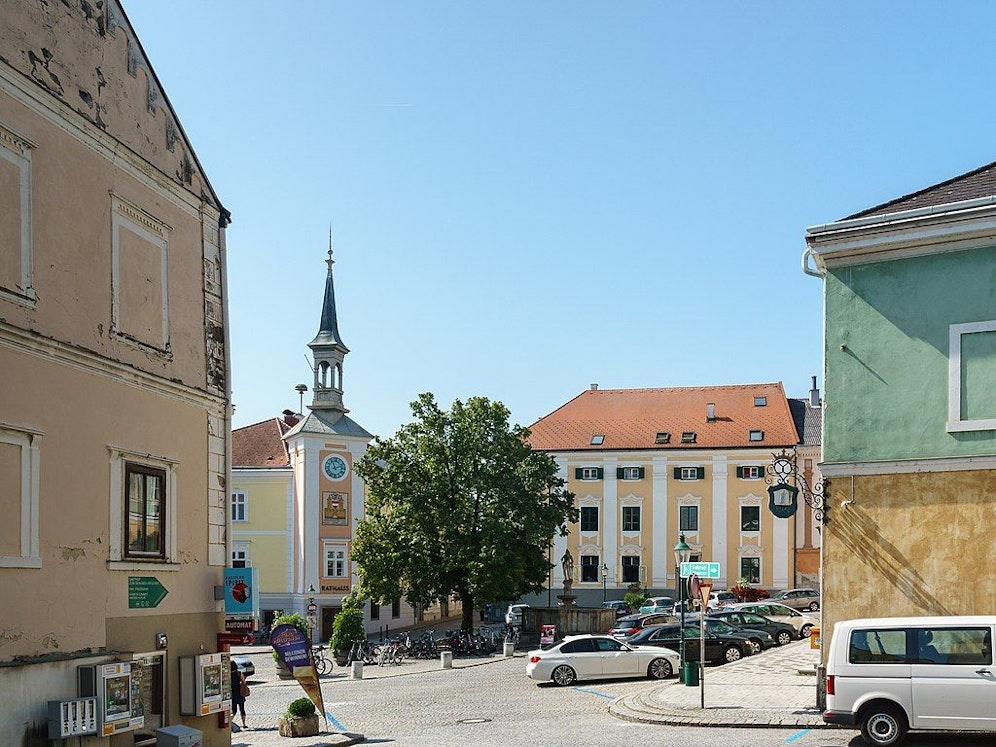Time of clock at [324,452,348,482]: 11:11
